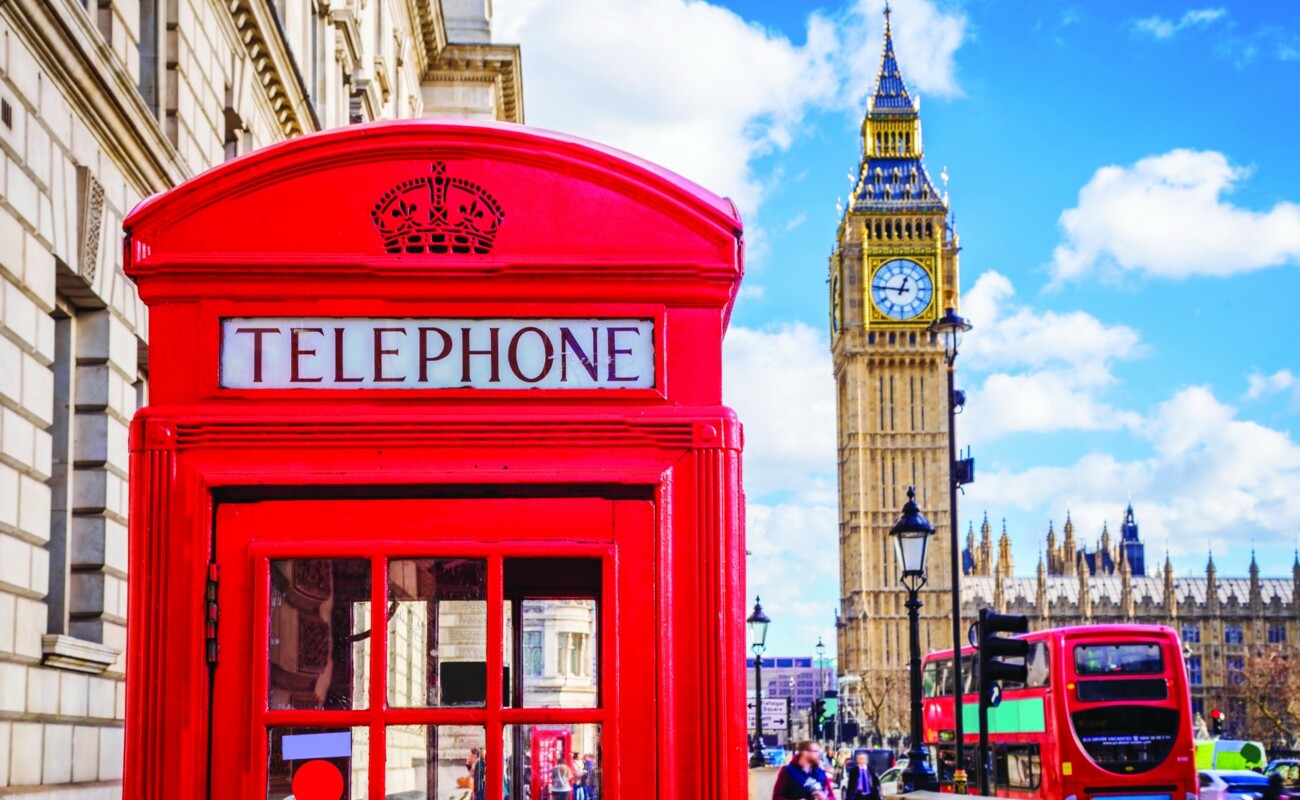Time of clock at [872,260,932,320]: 12:46
